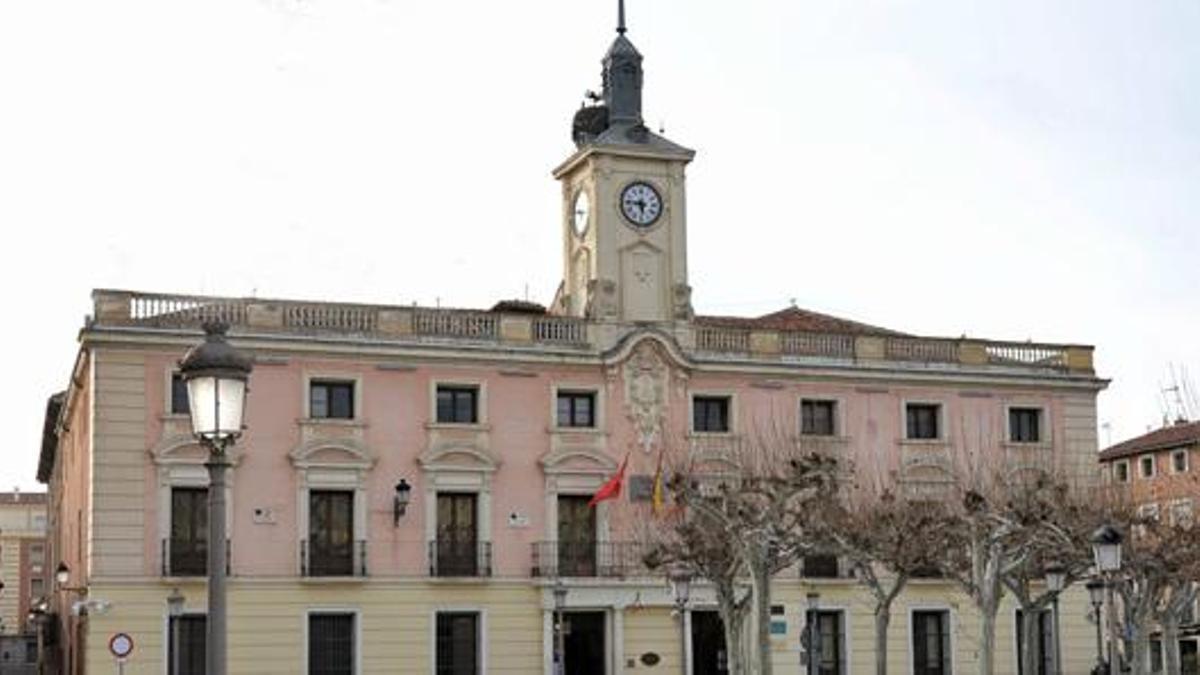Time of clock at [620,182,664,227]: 5:45
